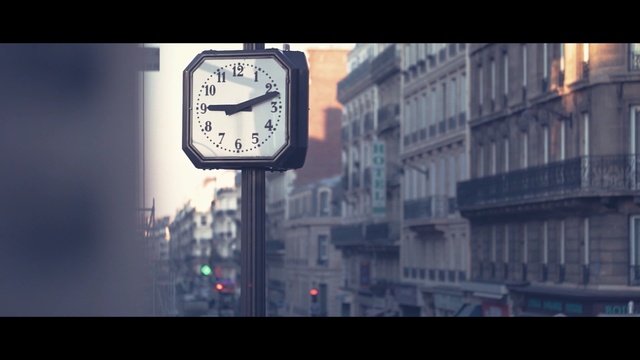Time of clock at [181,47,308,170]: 9:11
